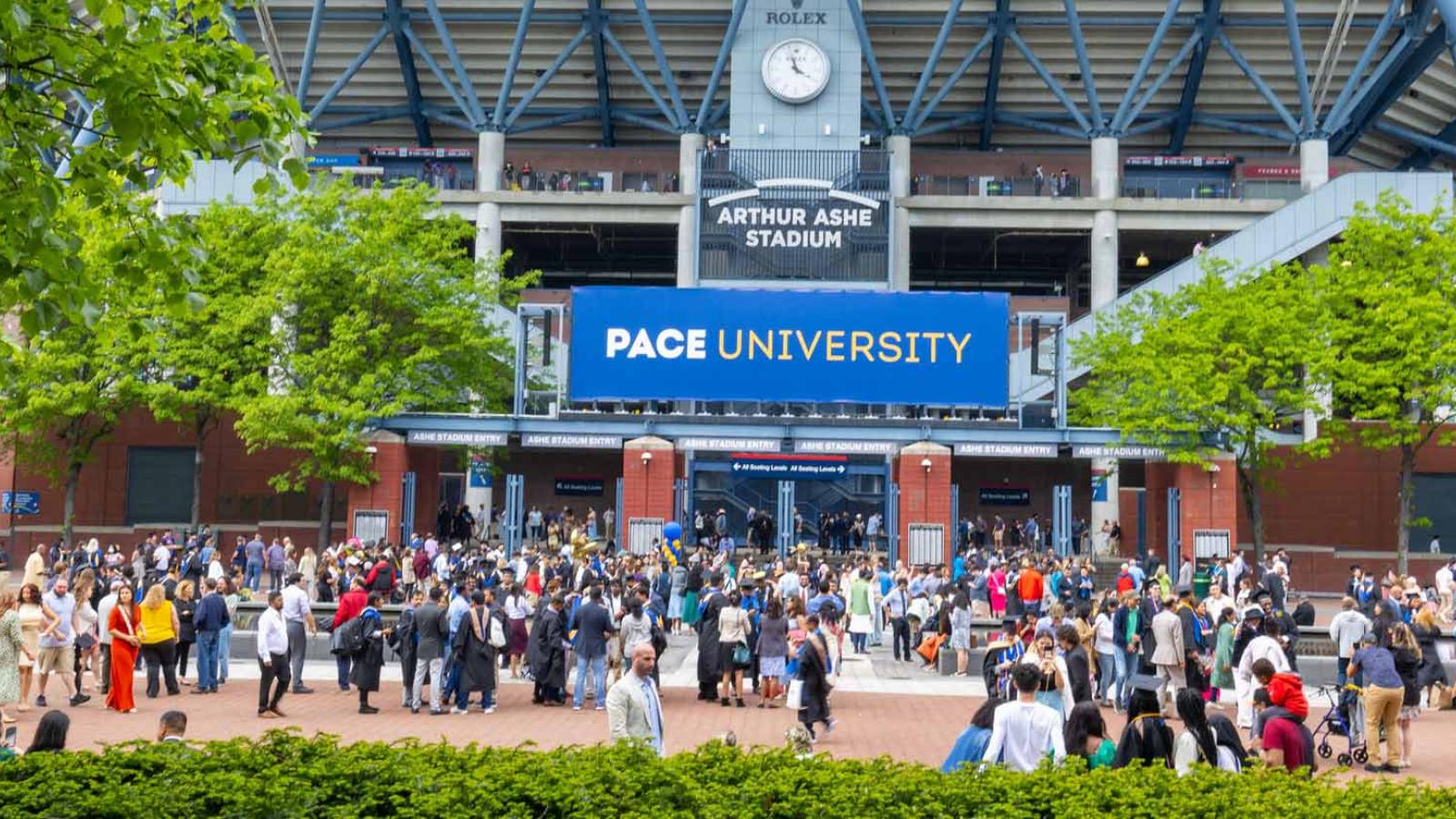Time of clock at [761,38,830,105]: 3:57
